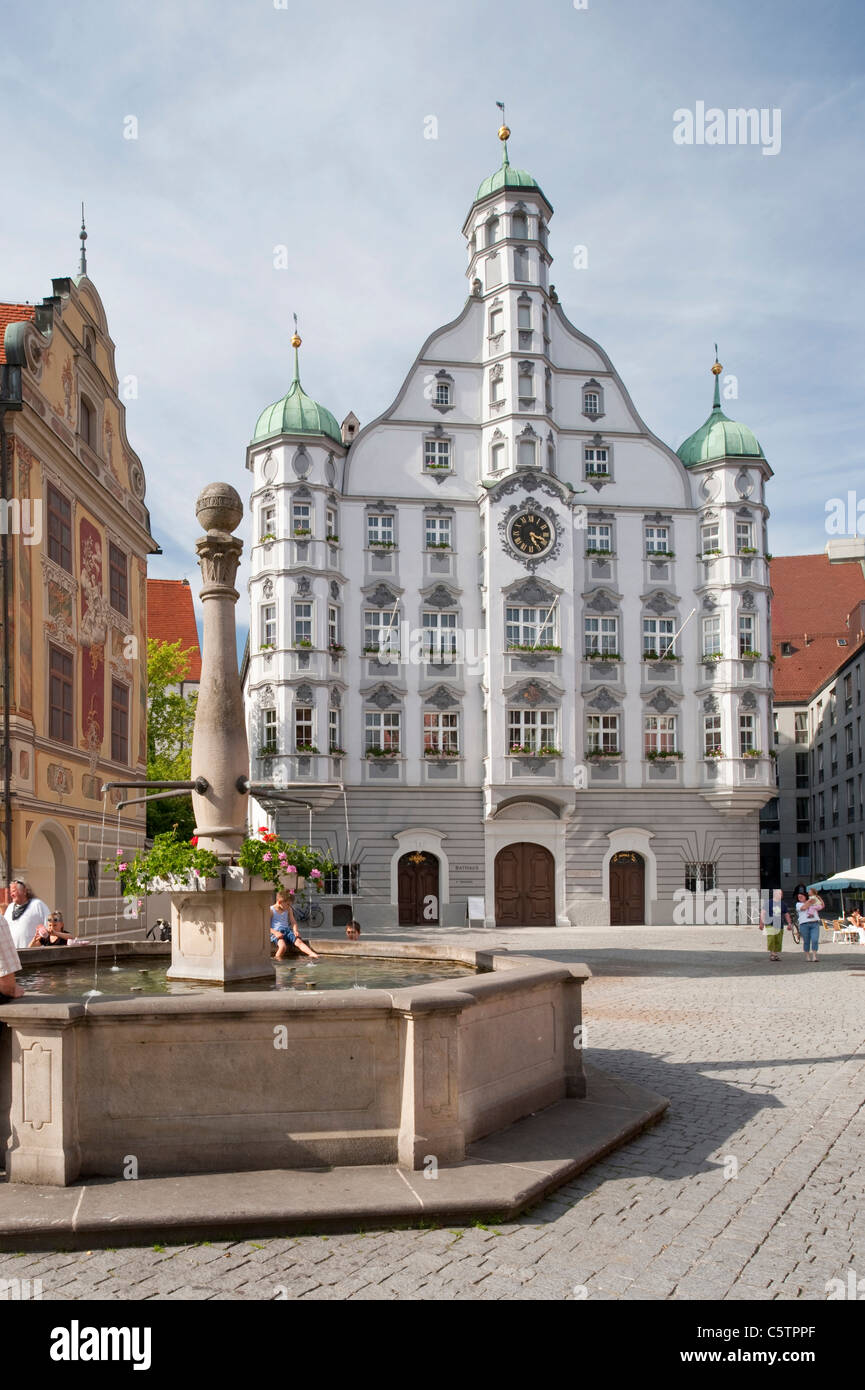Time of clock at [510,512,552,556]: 5:18
